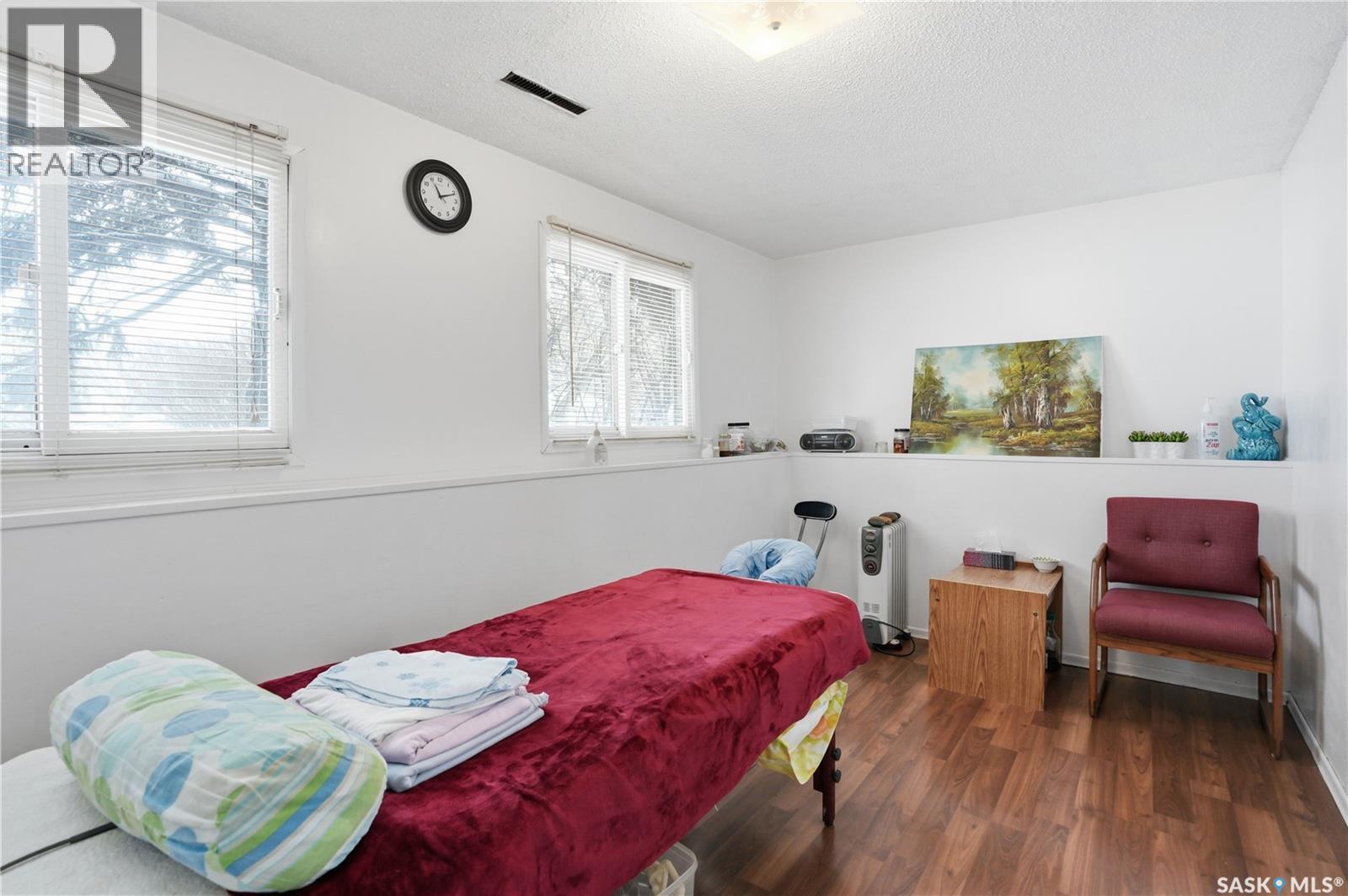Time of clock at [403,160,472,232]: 11:11
